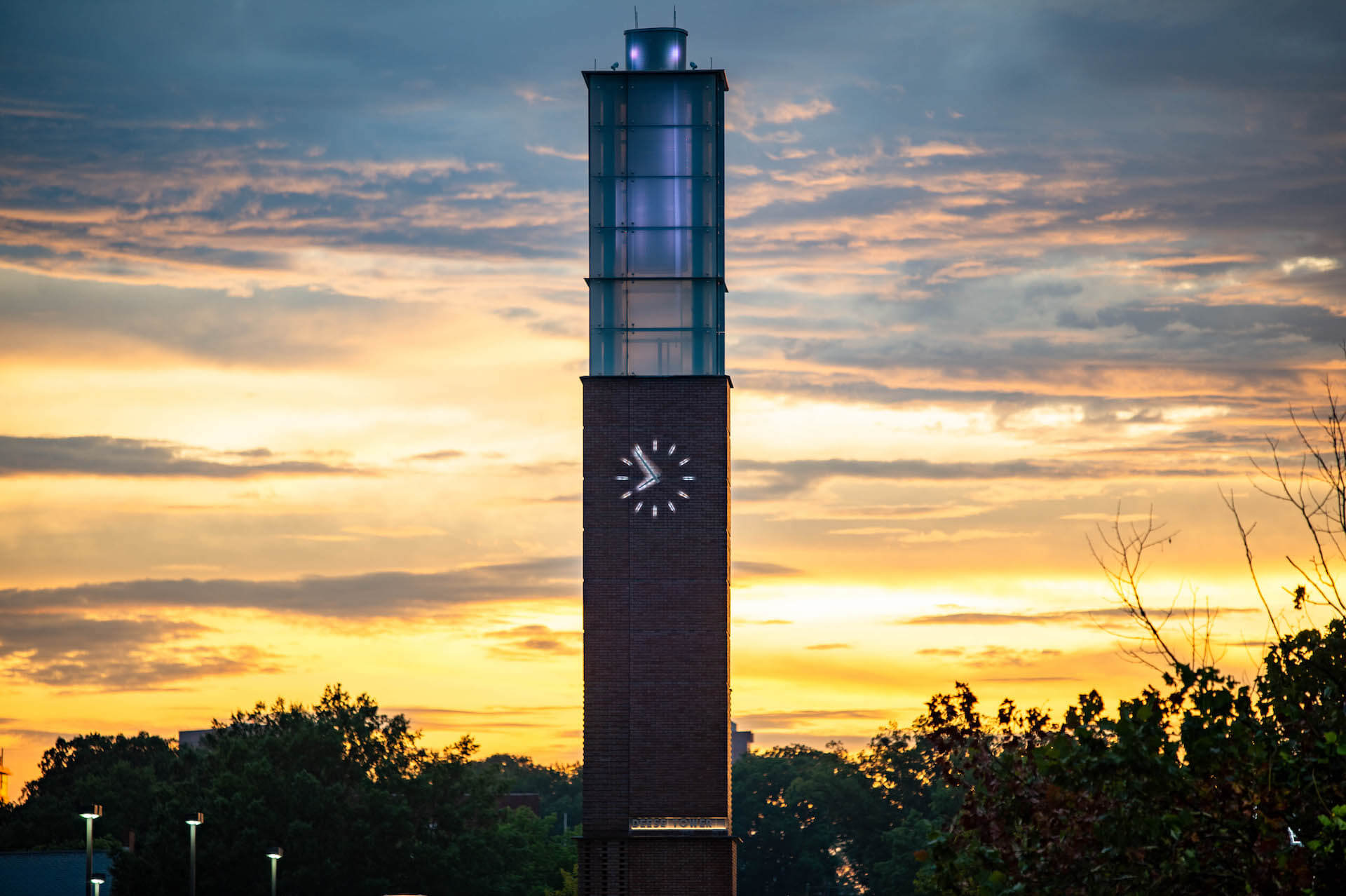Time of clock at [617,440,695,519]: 7:54
